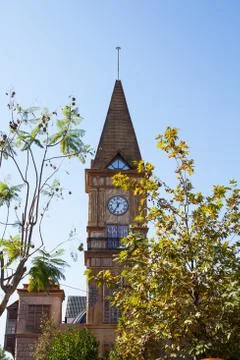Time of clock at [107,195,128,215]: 11:35
